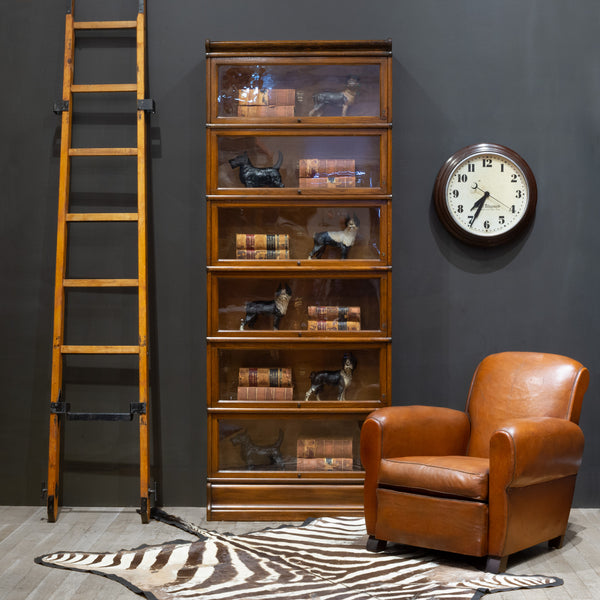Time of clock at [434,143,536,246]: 7:34
